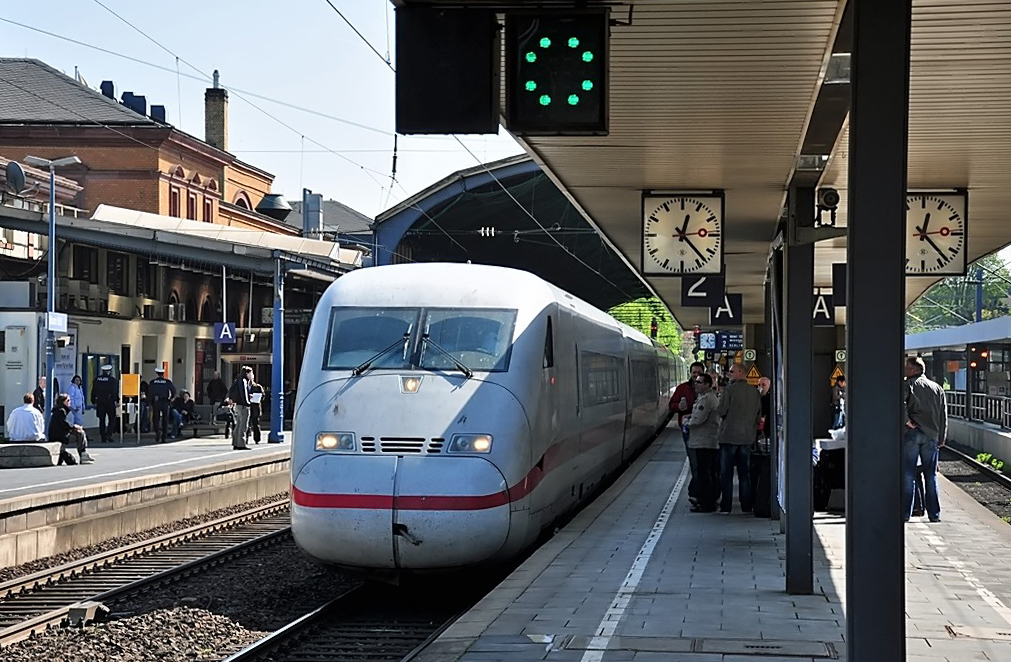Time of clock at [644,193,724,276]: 12:23
